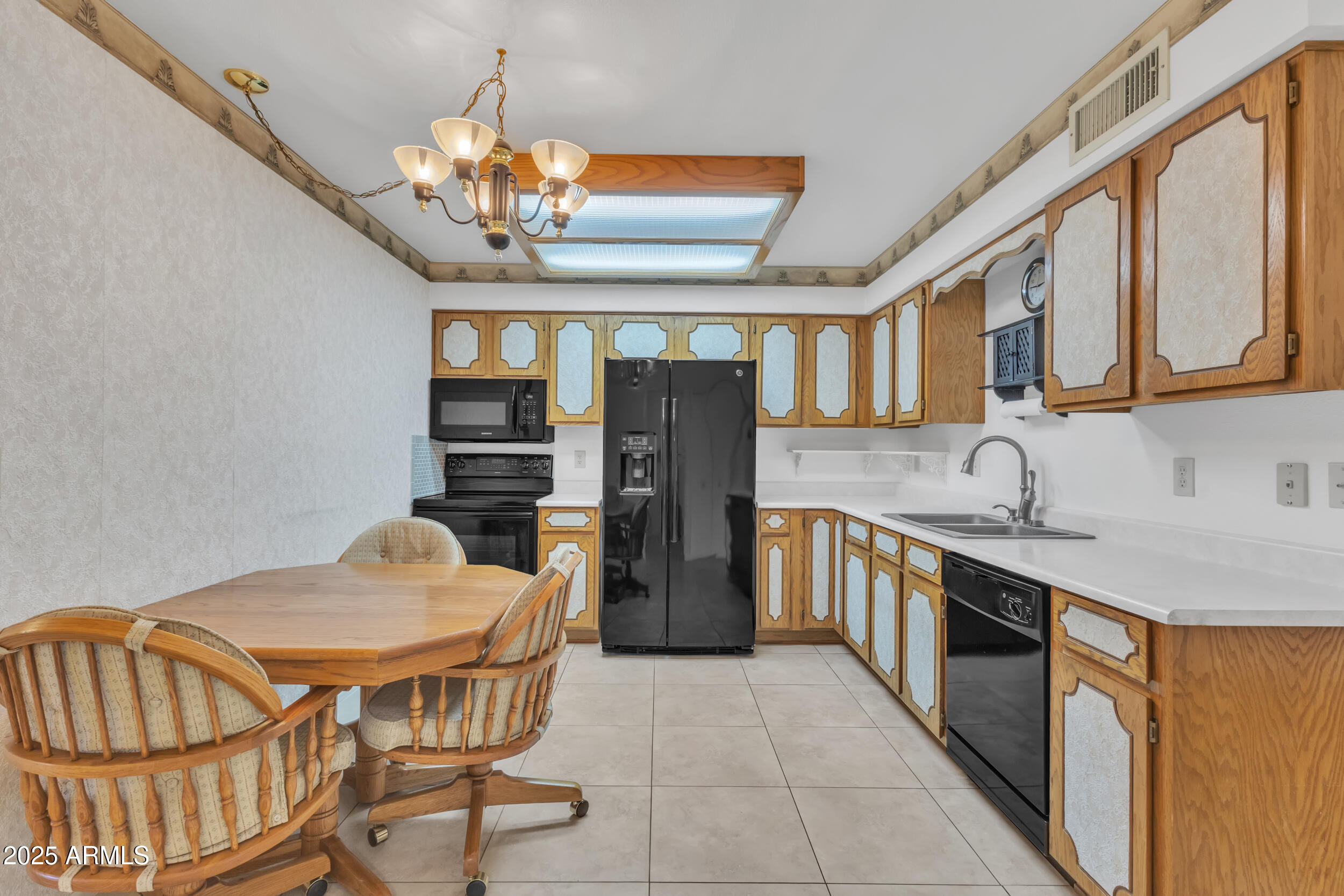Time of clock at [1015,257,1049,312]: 2:45
